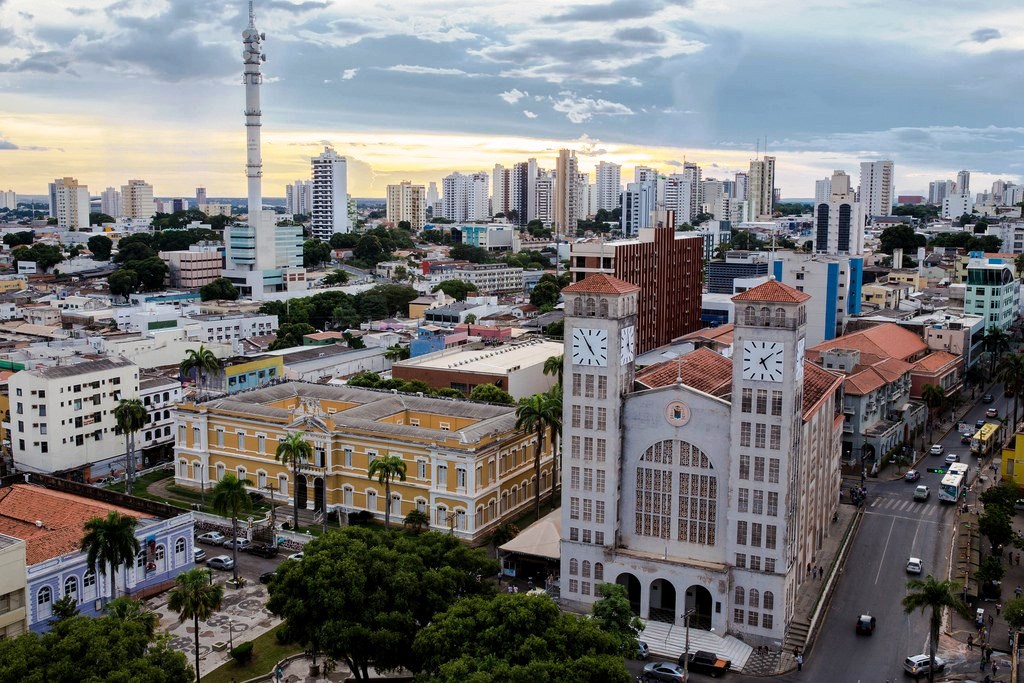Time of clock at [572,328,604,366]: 4:54
